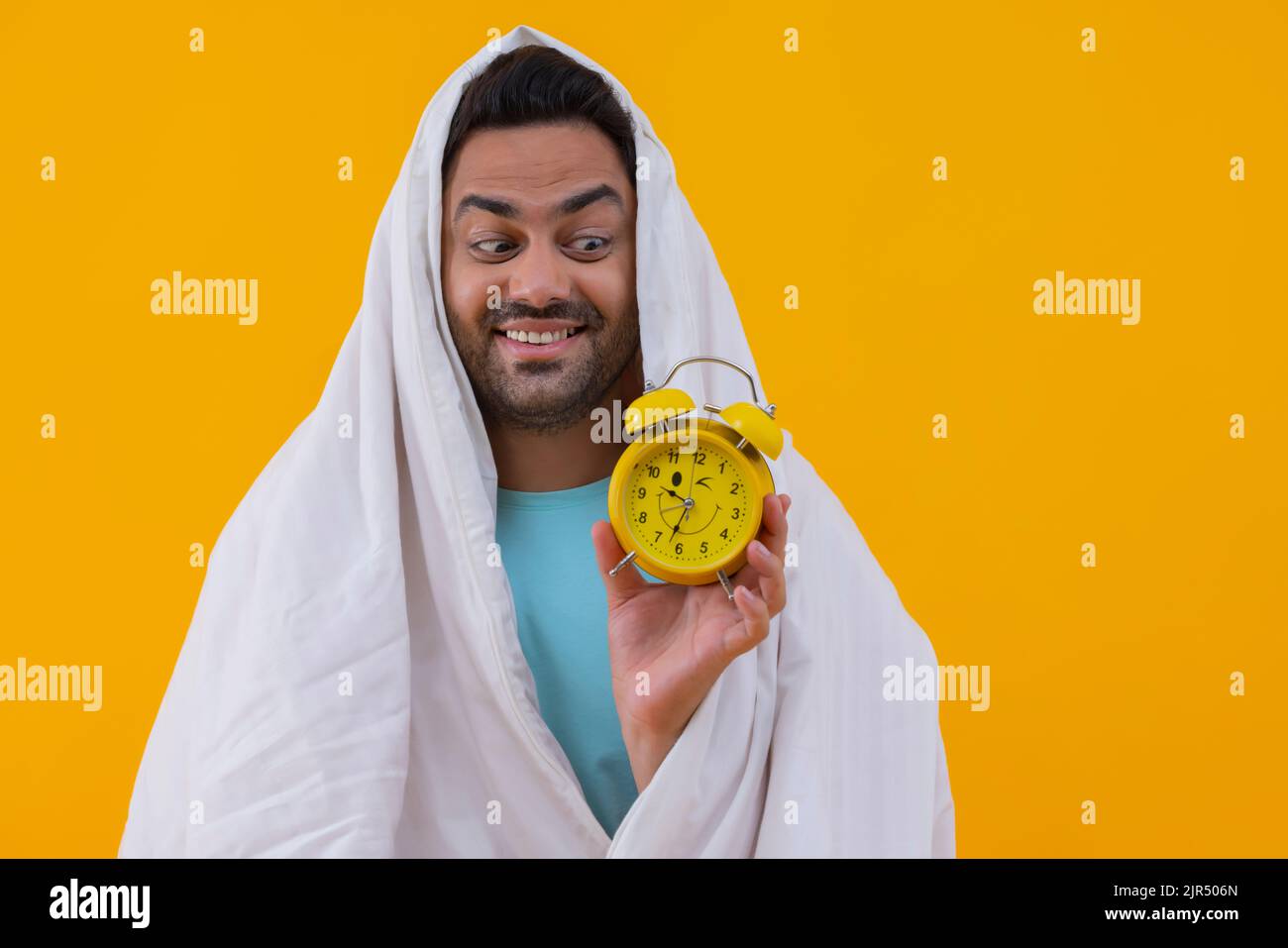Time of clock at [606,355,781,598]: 9:32
